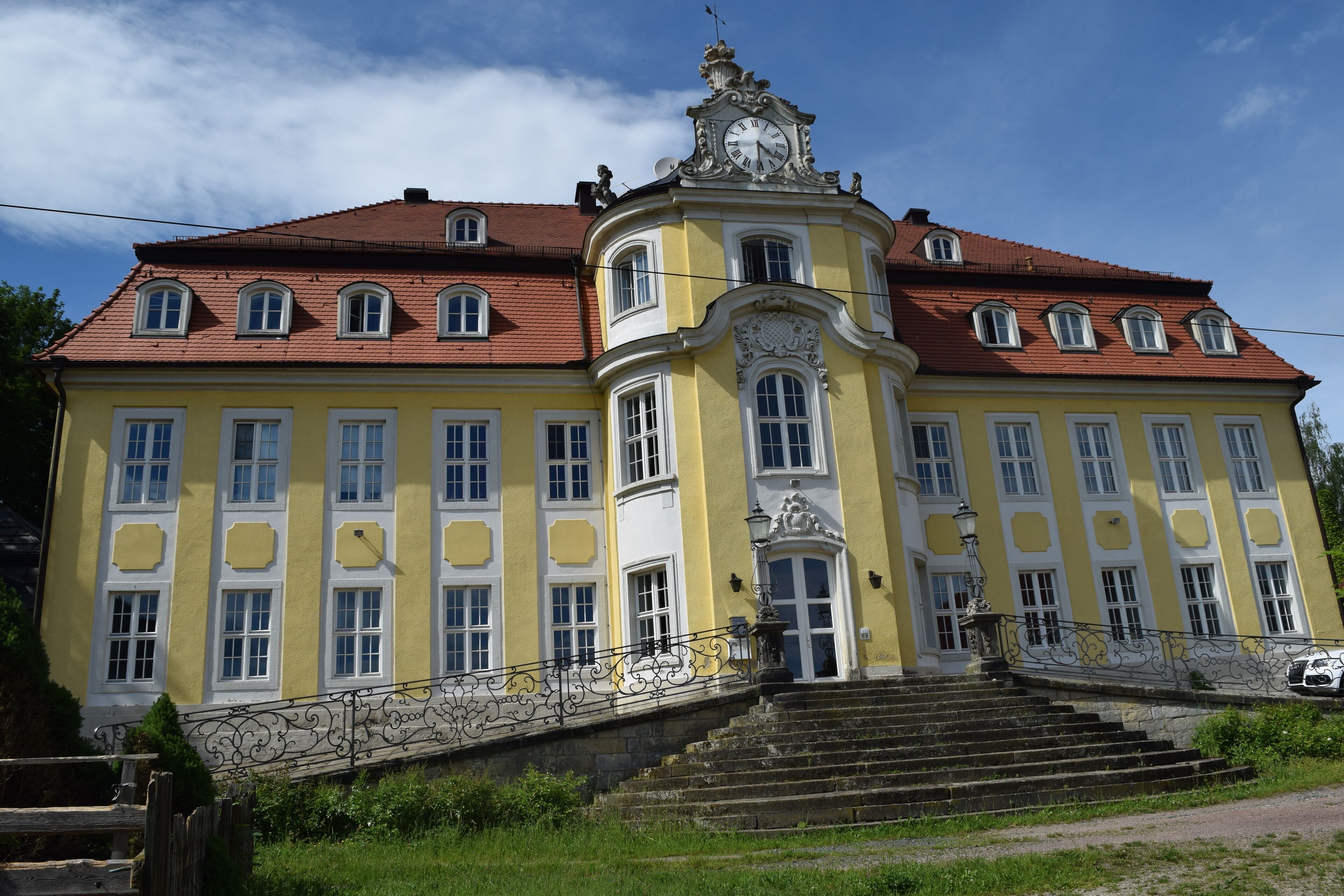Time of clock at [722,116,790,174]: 4:30
